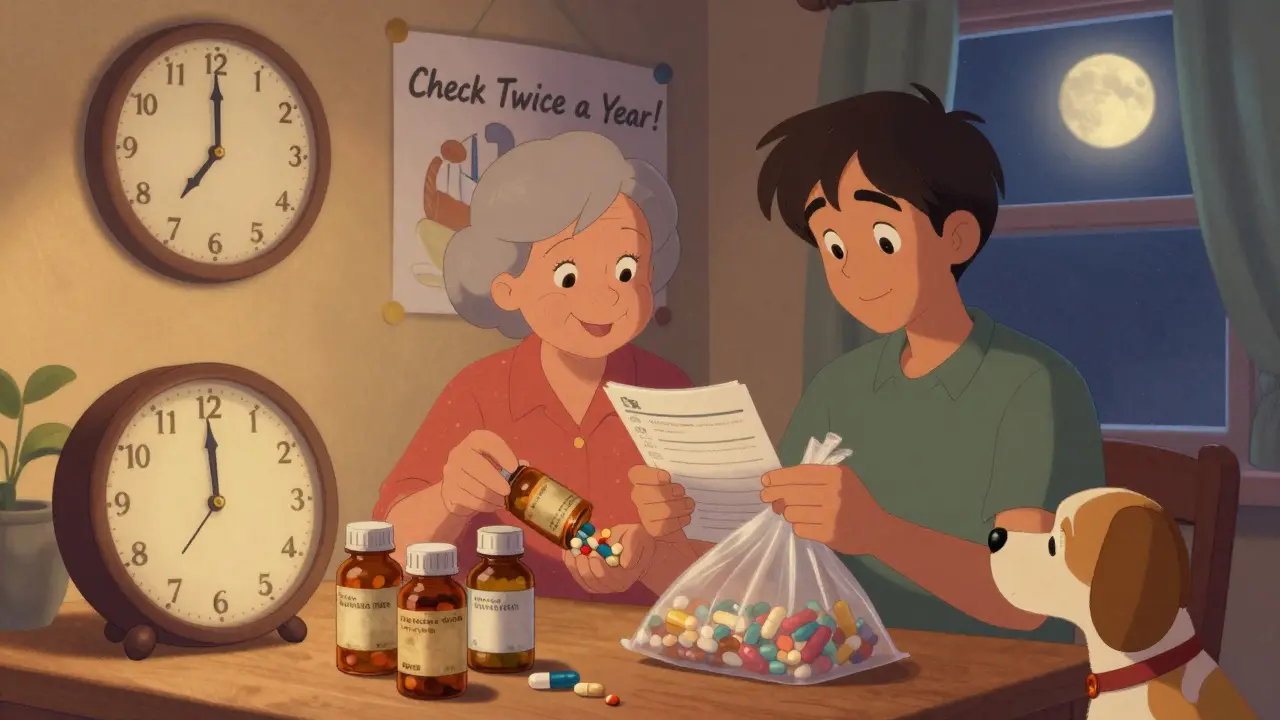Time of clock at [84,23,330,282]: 7:00
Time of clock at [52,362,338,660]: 11:59
